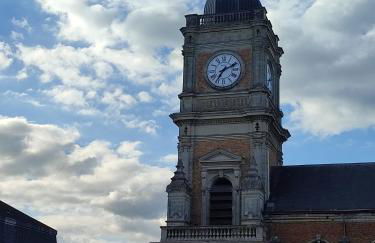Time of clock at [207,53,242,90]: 7:11
